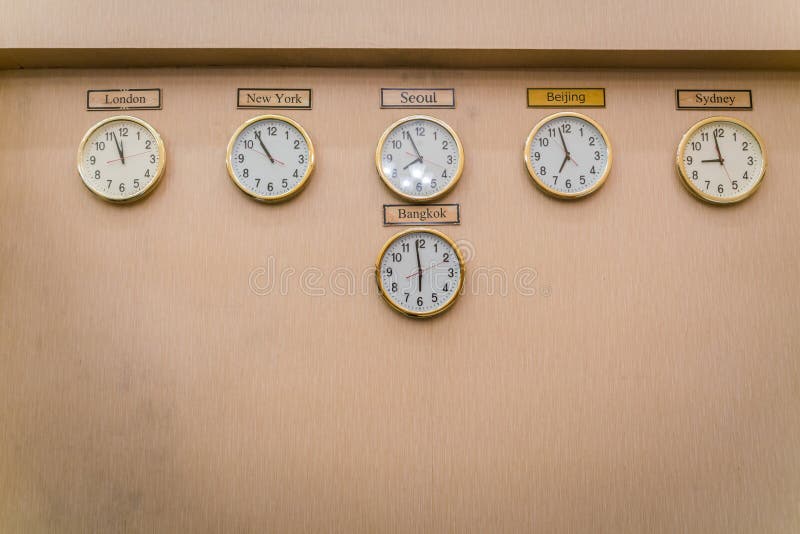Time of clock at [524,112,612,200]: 6:57
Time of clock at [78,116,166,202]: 11:56
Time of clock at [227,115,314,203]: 10:54
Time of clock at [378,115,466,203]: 7:55
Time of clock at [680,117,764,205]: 8:57
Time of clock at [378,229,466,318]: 5:58
